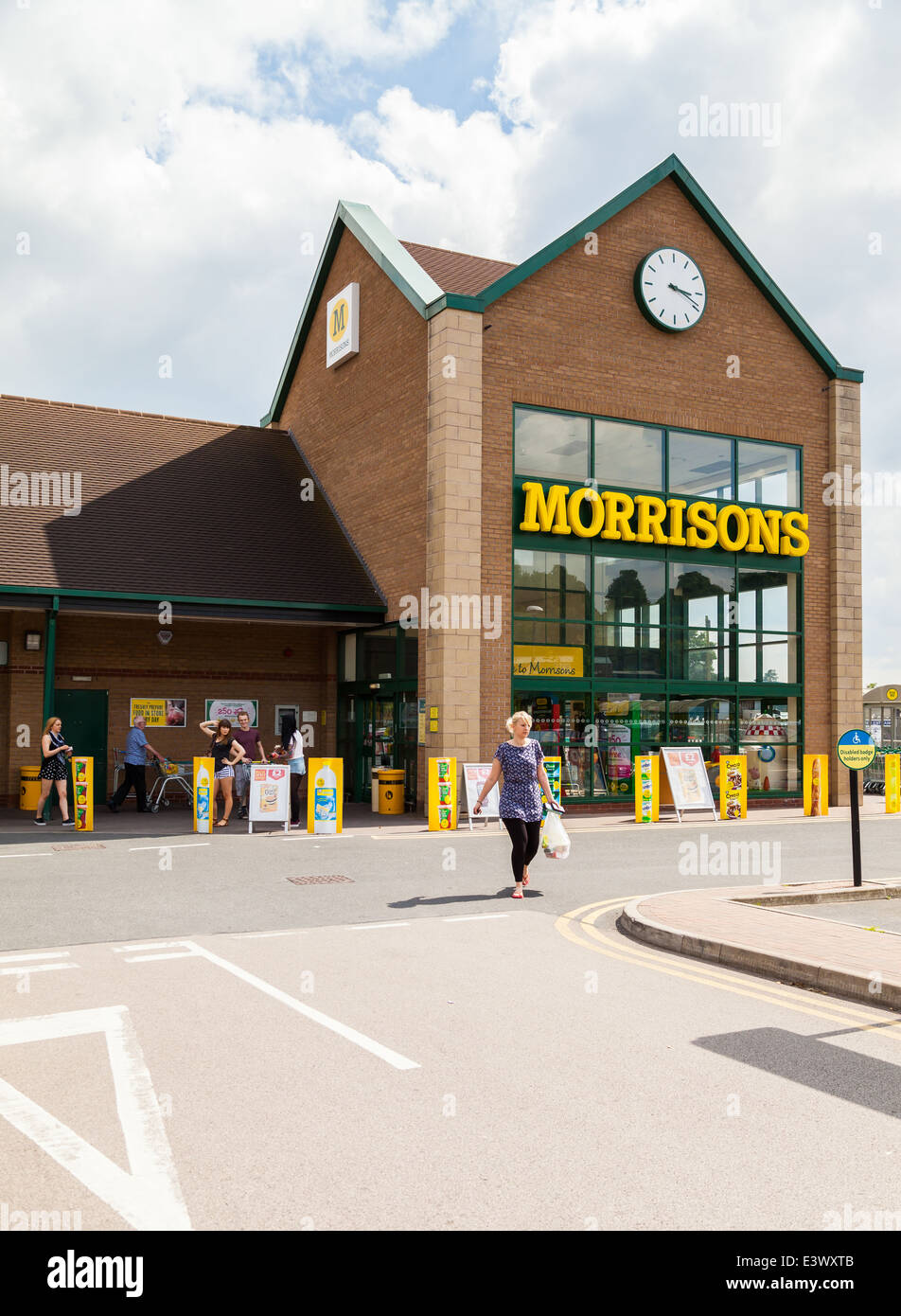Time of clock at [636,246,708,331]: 3:18
